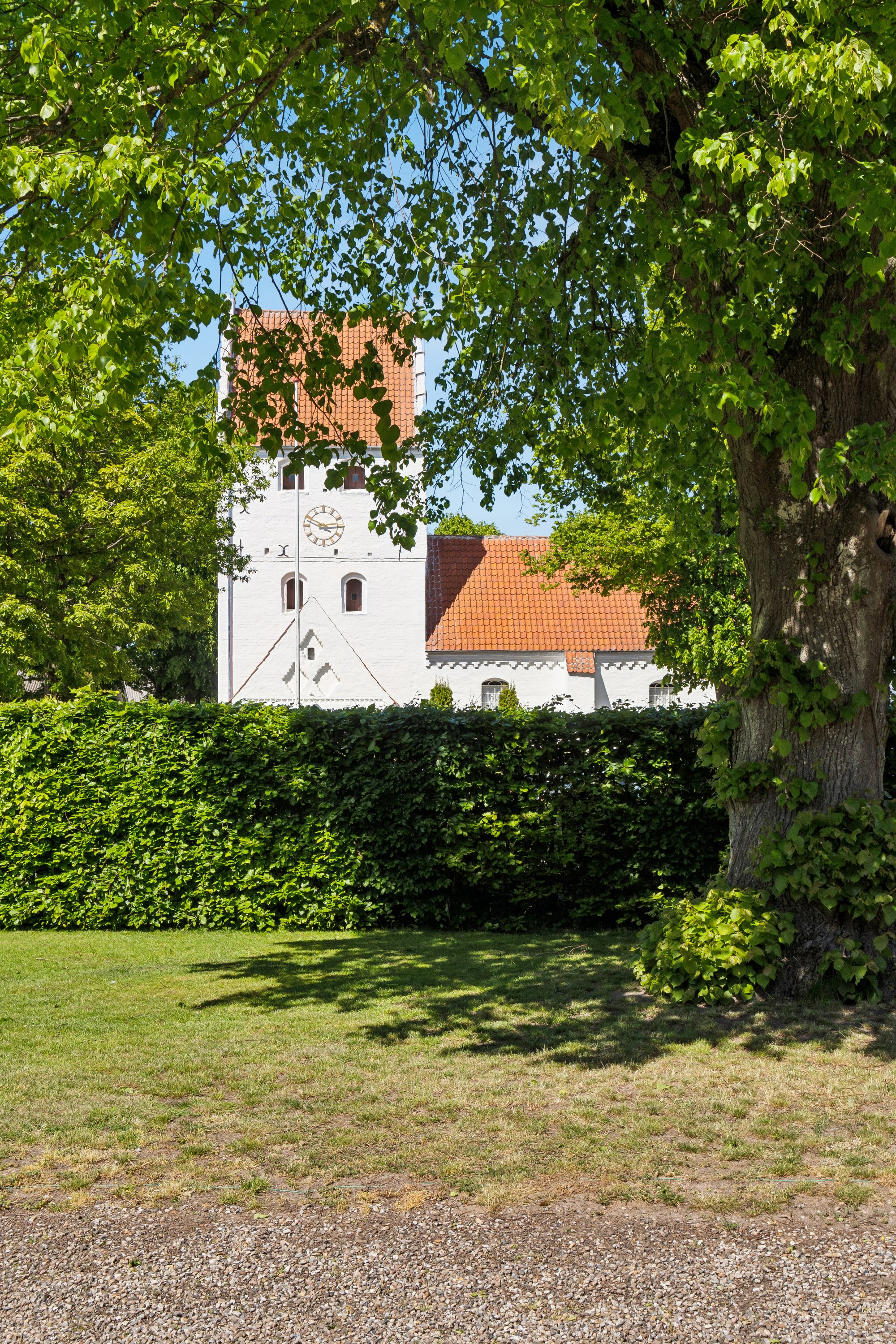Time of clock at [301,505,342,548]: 2:49
